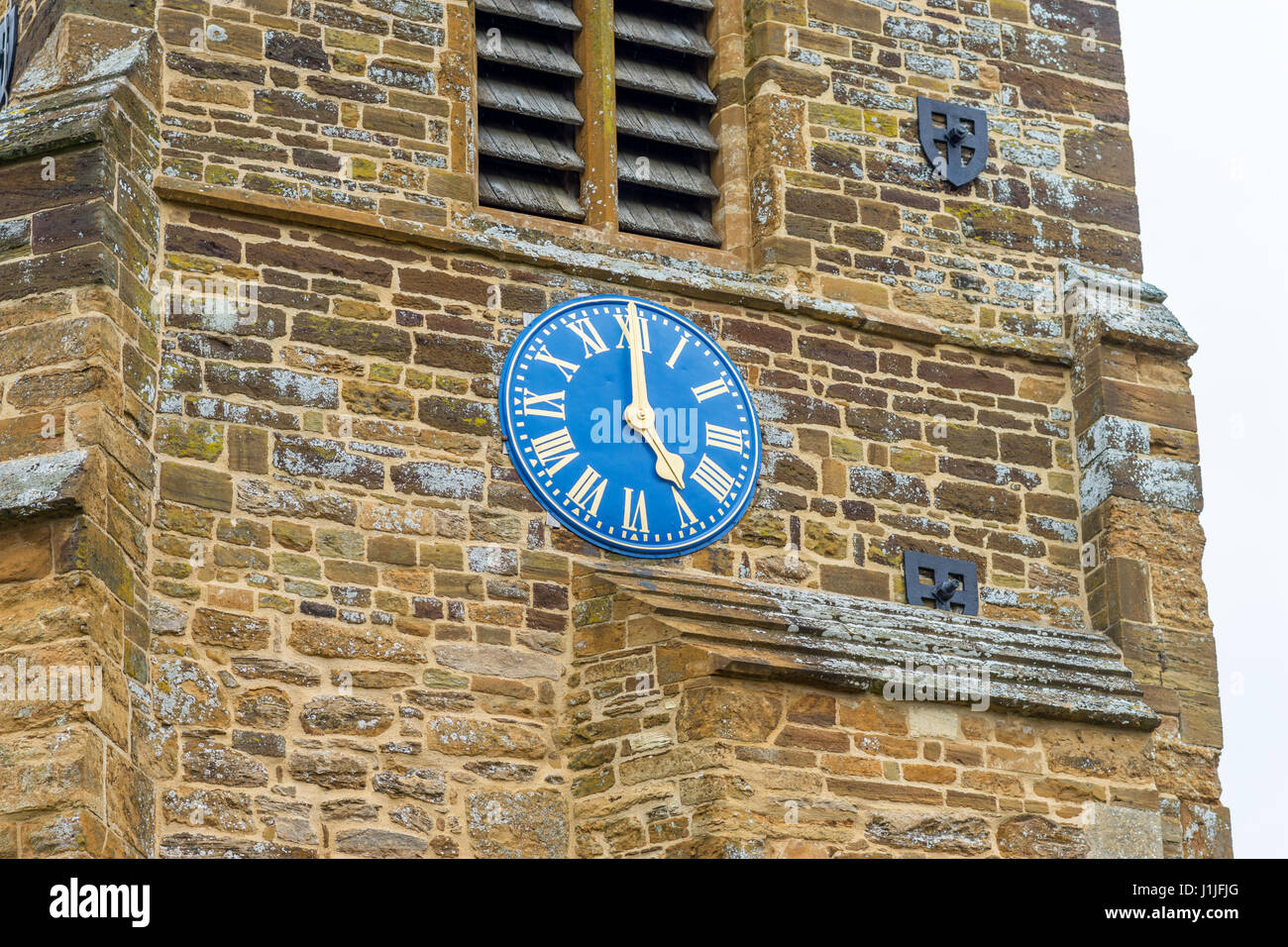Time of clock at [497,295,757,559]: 5:00
